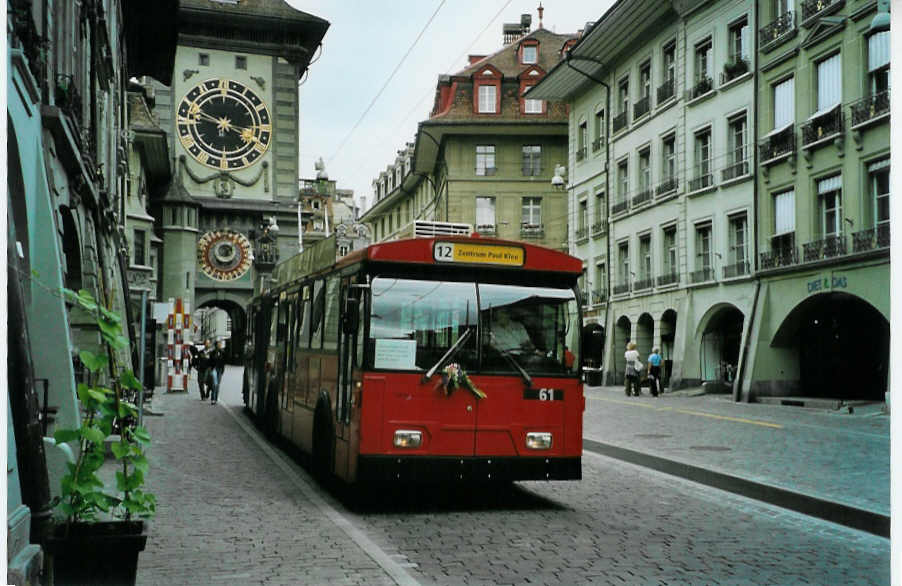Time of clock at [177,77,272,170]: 3:48
